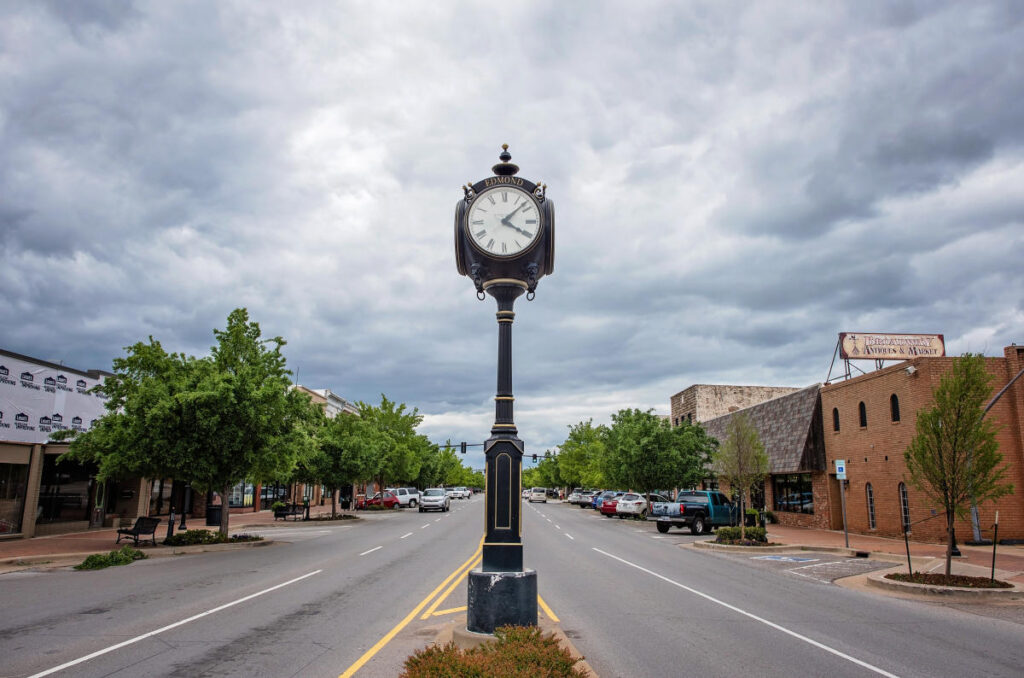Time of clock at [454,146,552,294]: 4:07
